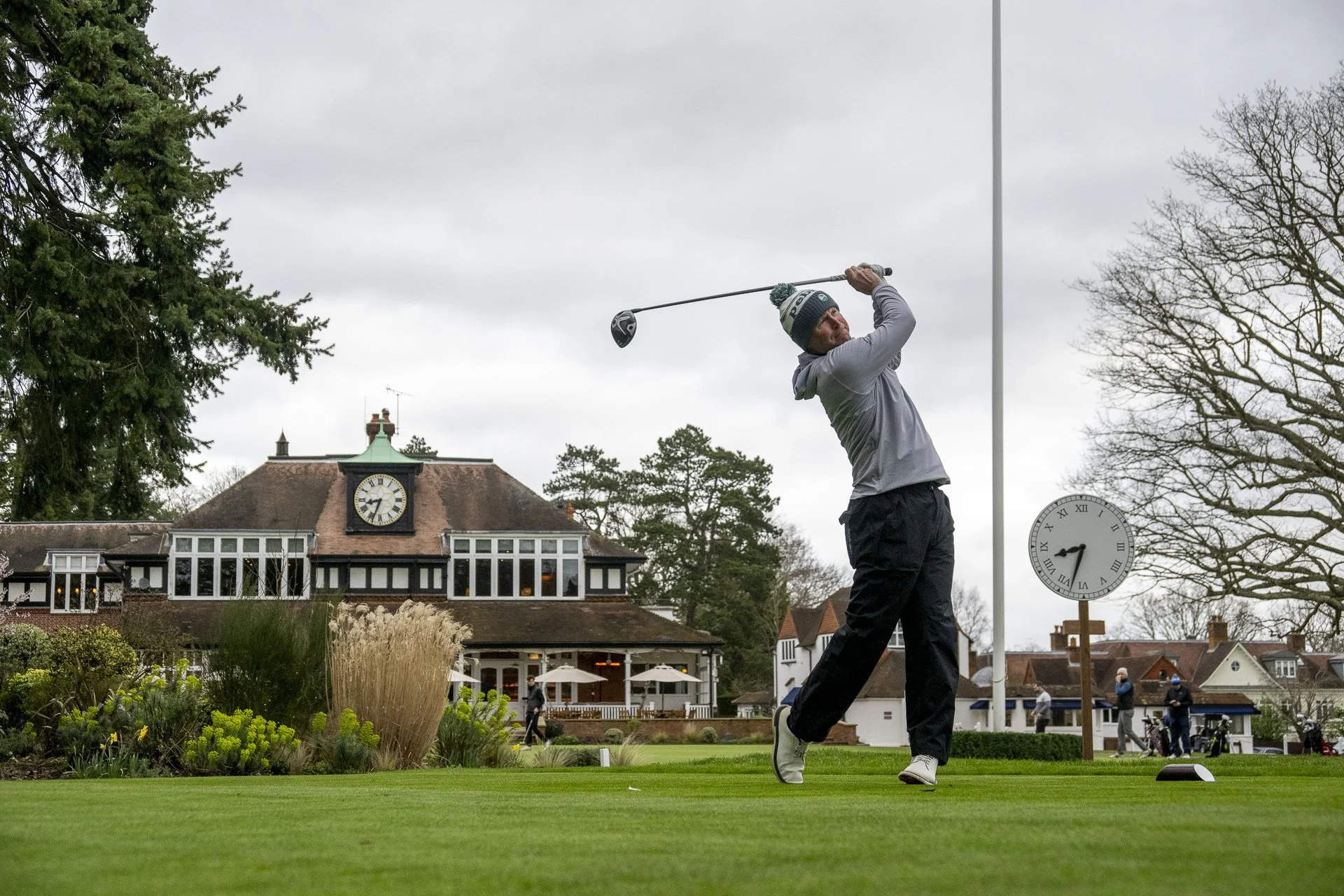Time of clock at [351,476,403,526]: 8:33
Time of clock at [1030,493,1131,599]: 8:32
